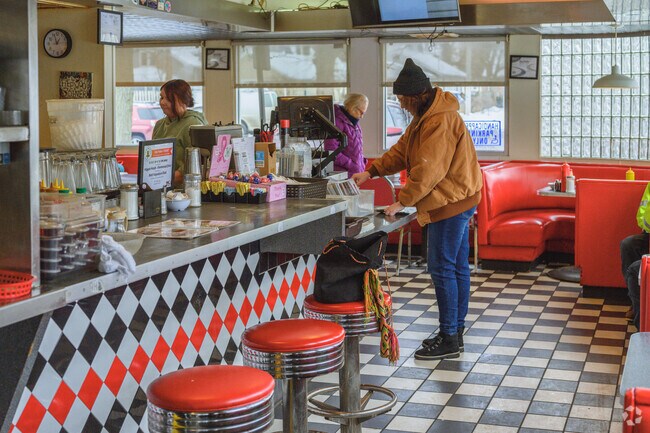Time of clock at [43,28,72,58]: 12:57
